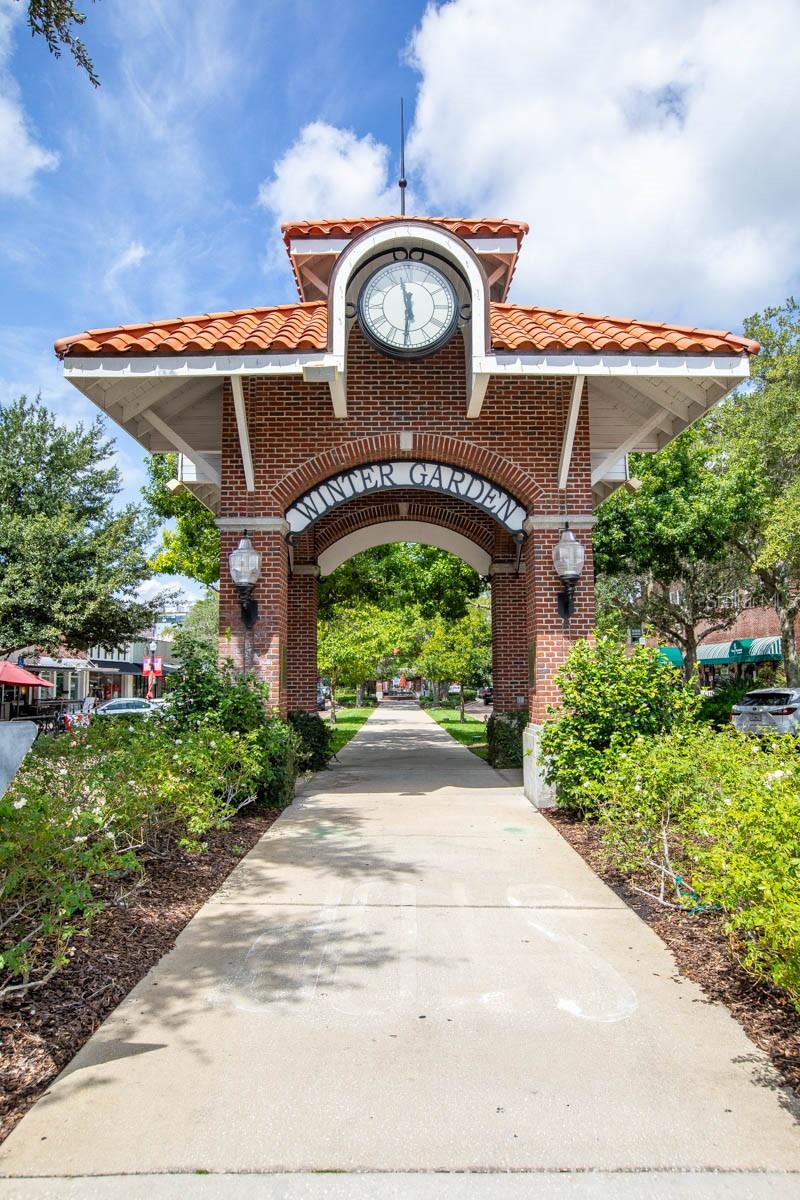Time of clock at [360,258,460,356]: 11:30
